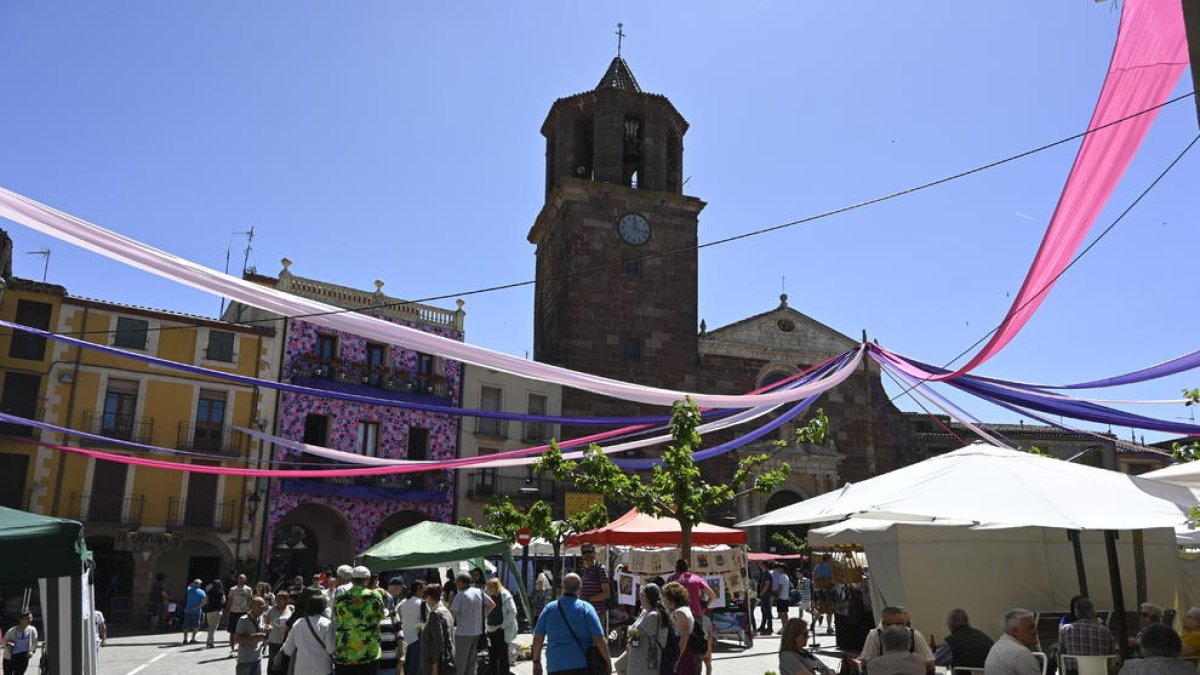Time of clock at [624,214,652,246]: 12:16
